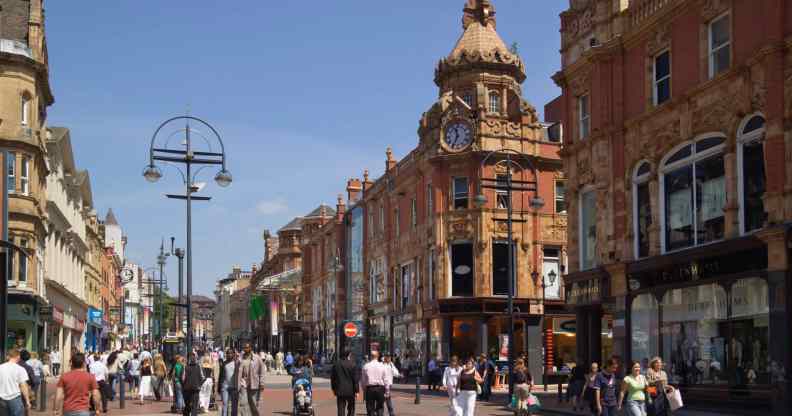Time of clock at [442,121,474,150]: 11:34
